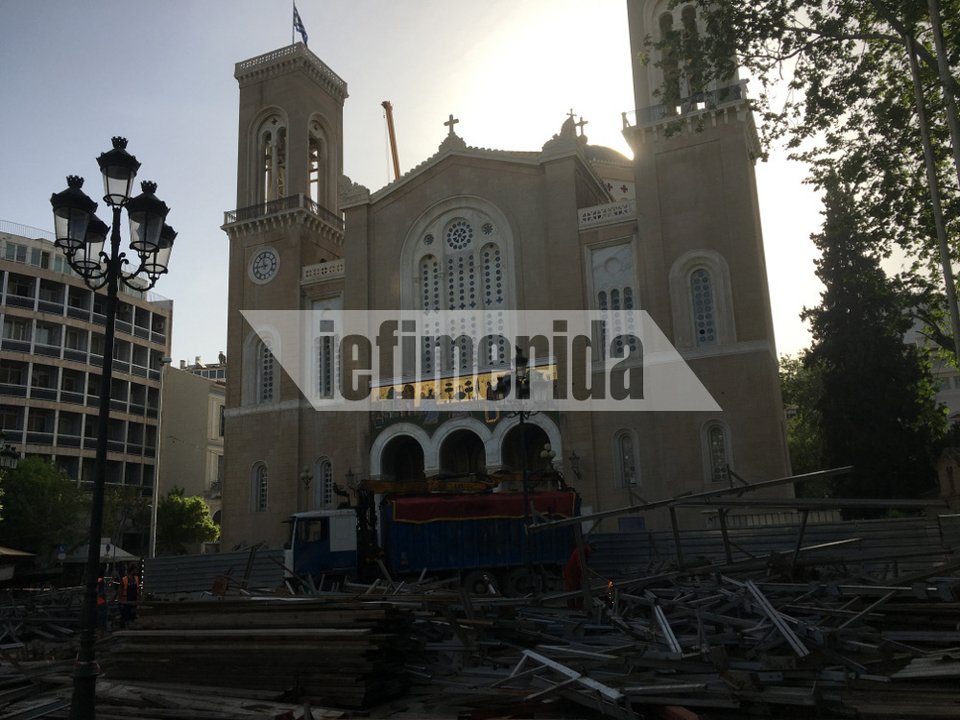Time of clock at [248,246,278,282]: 11:44
